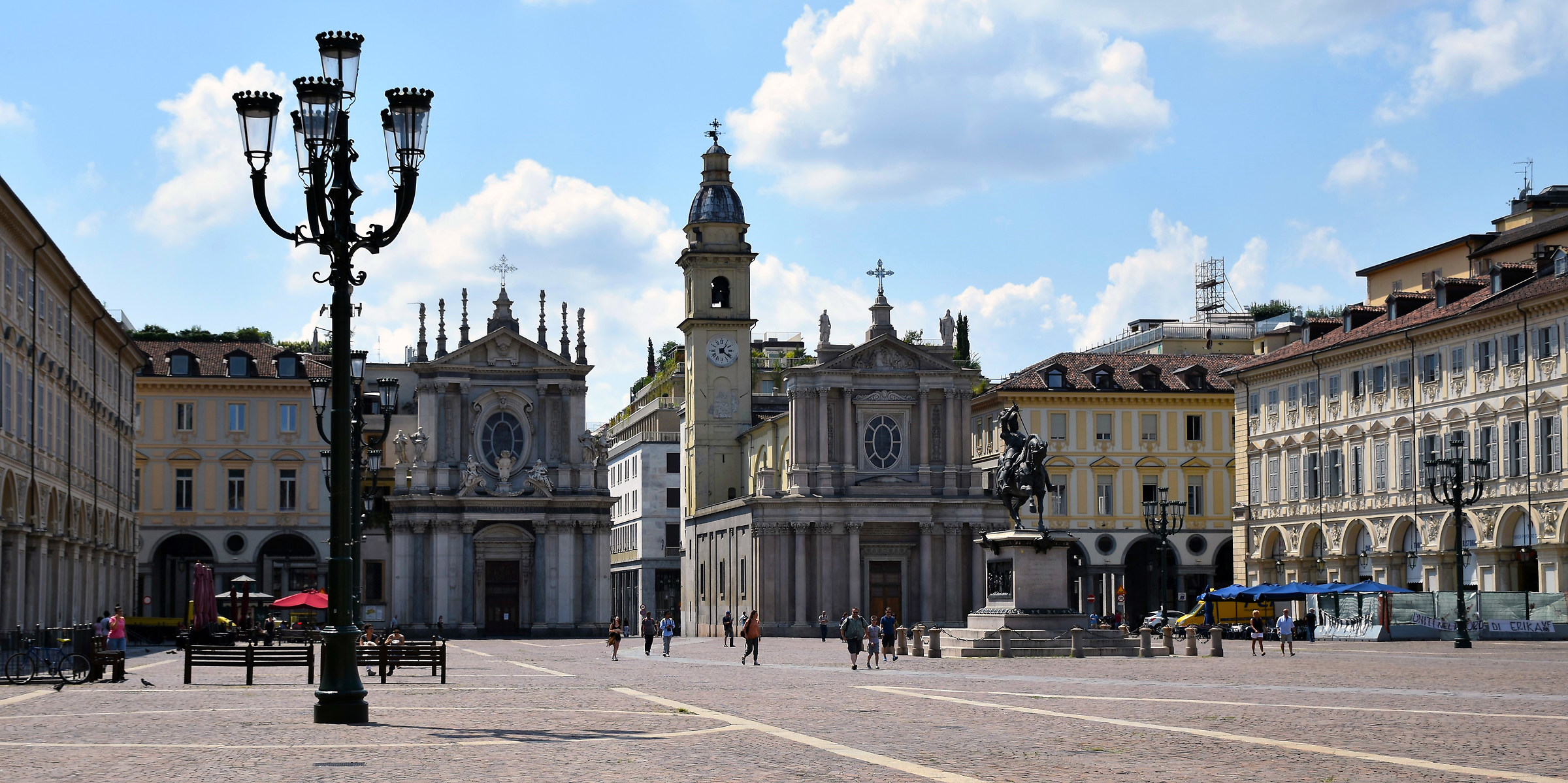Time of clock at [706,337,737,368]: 1:21
